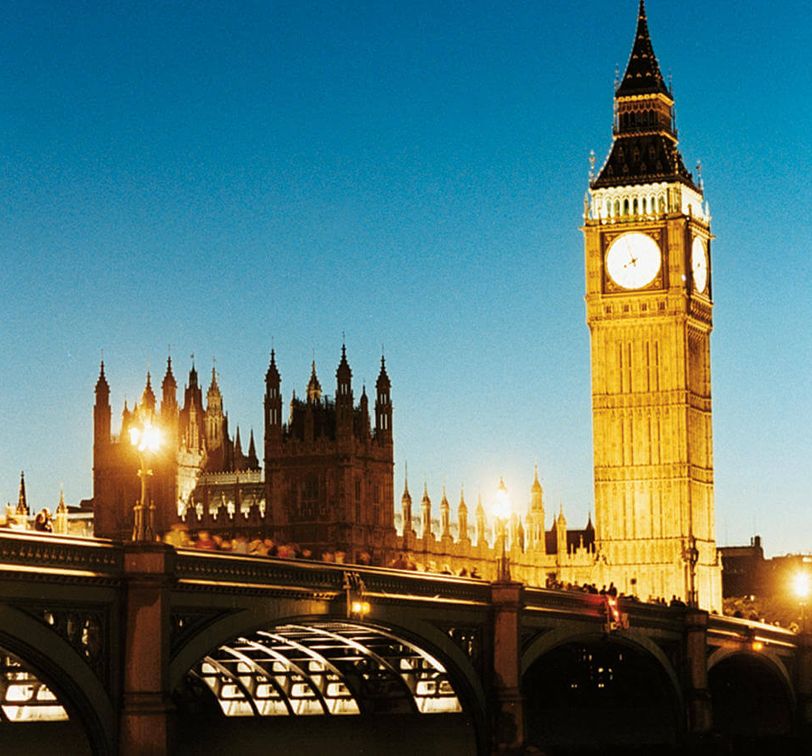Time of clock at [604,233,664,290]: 7:57
